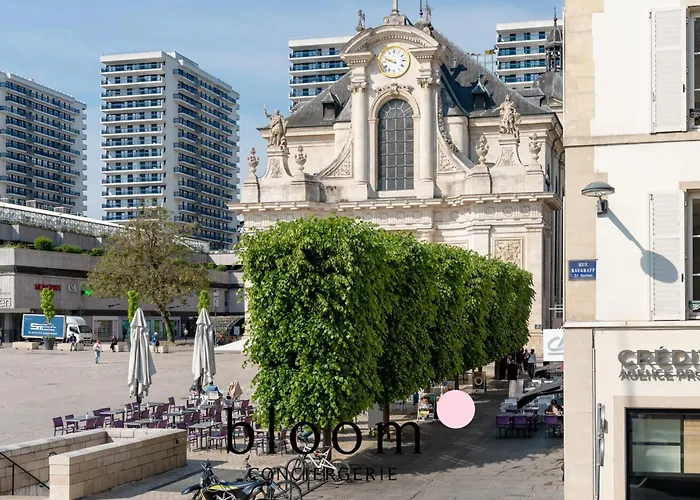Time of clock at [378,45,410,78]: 9:48
